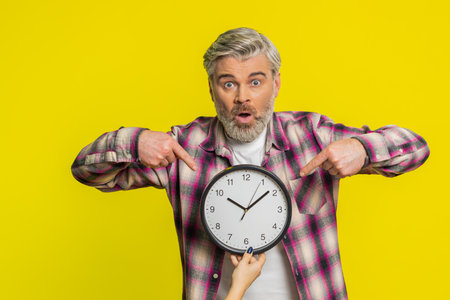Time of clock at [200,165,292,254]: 10:08
